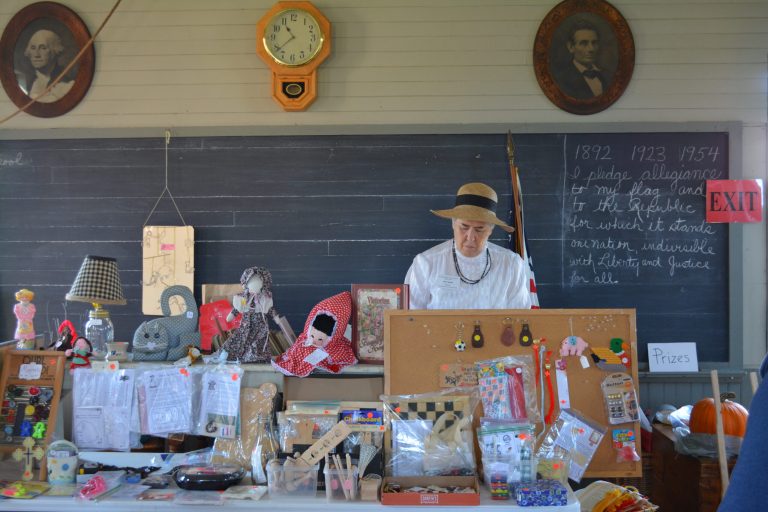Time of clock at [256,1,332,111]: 10:37
